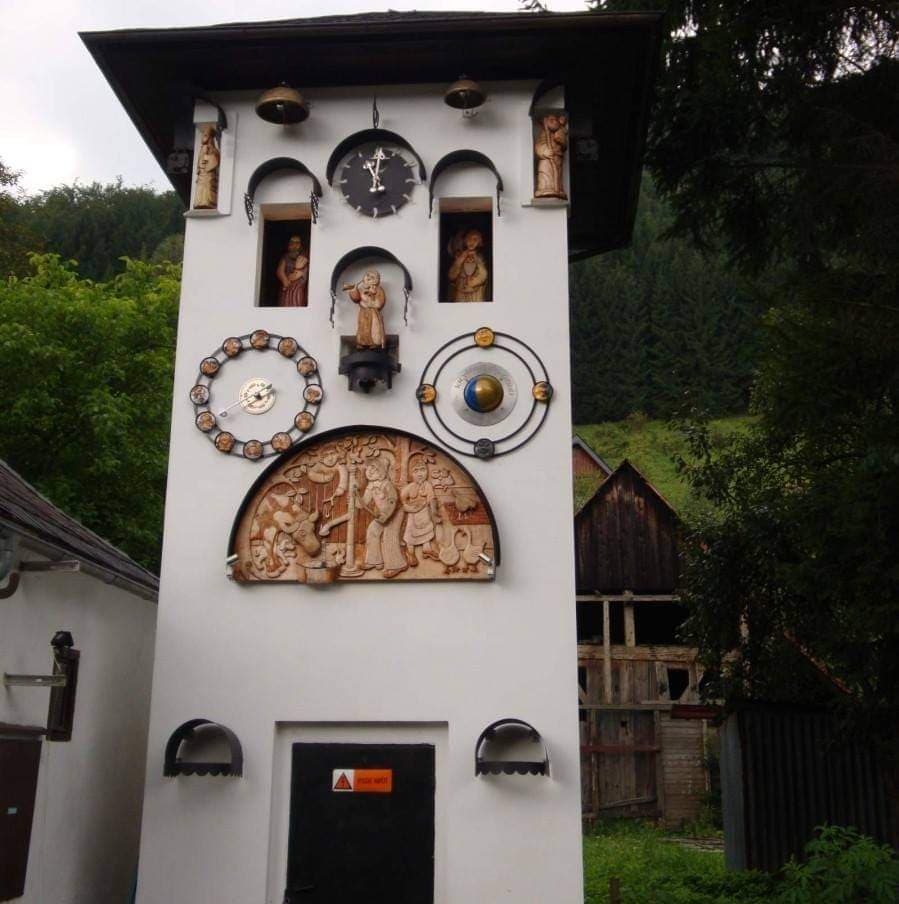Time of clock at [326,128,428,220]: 11:00
